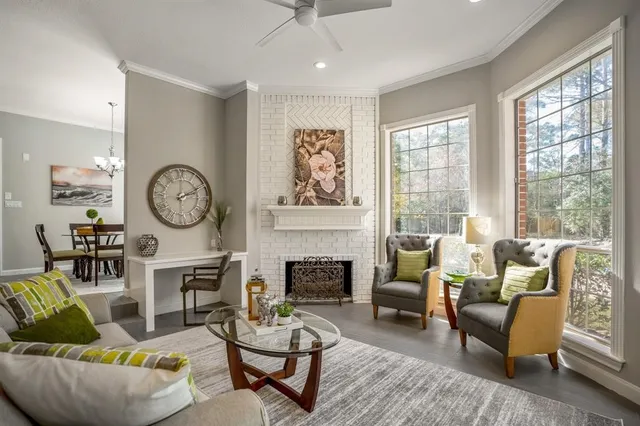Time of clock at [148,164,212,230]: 2:09
